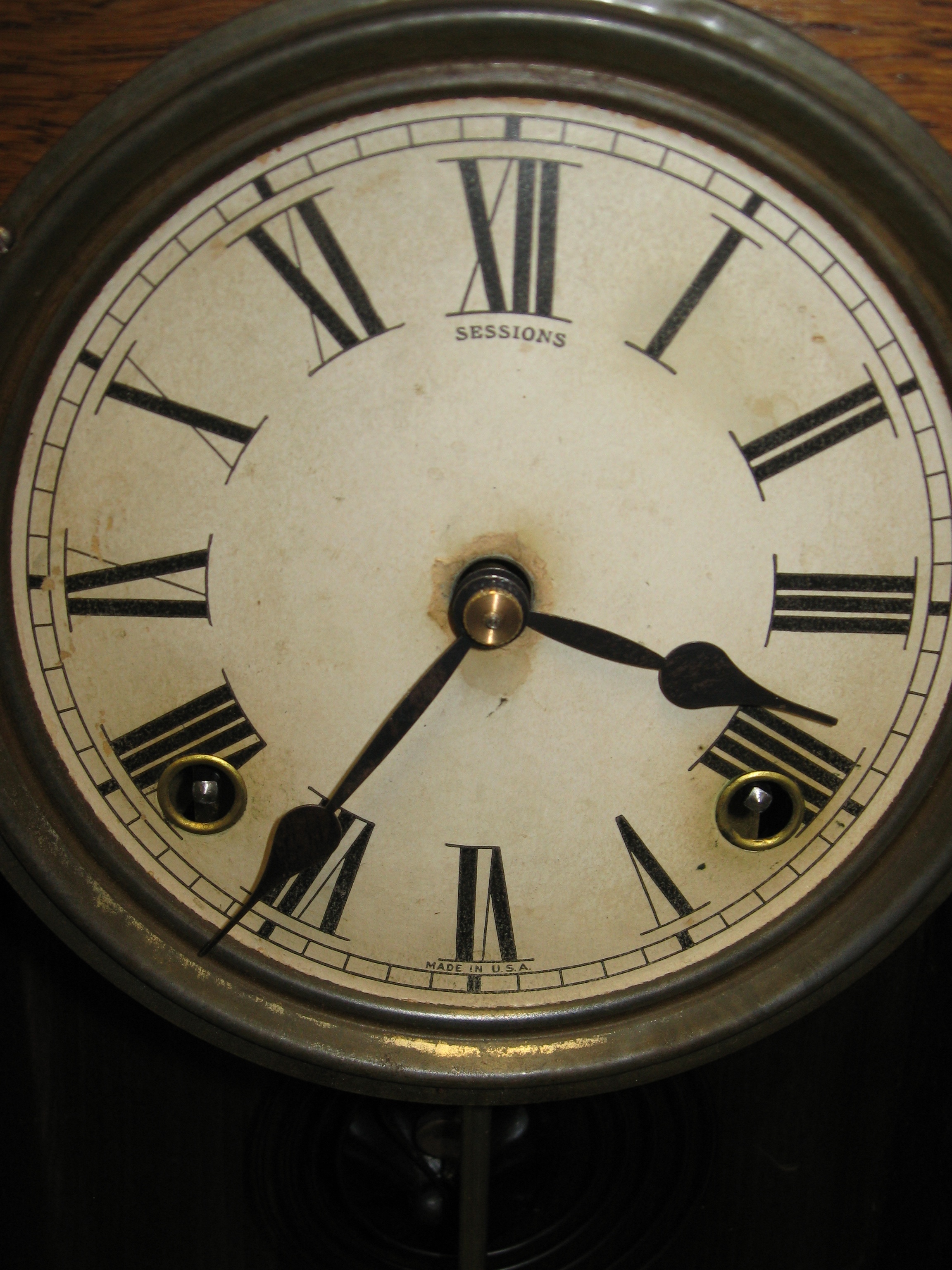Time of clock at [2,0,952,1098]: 3:36
